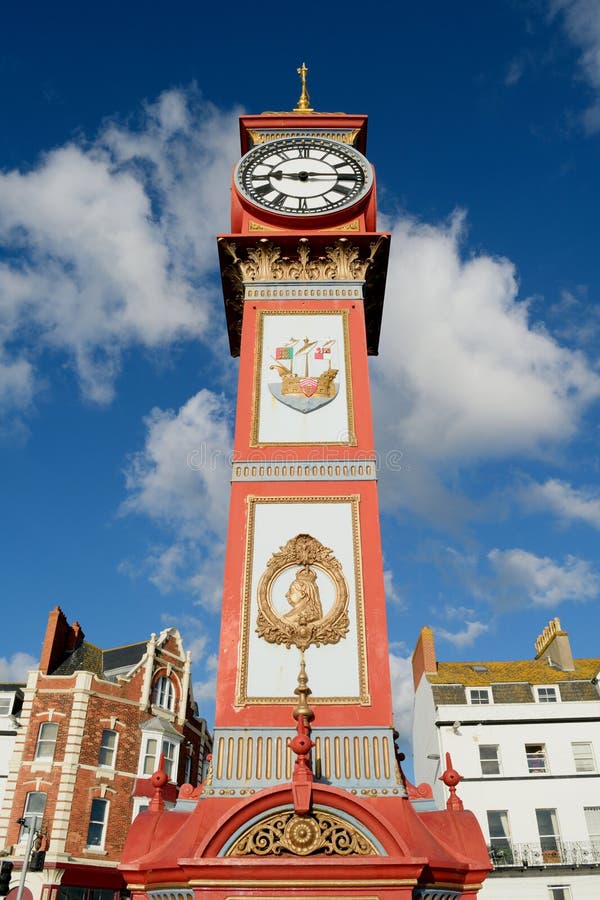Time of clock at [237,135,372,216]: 9:14
